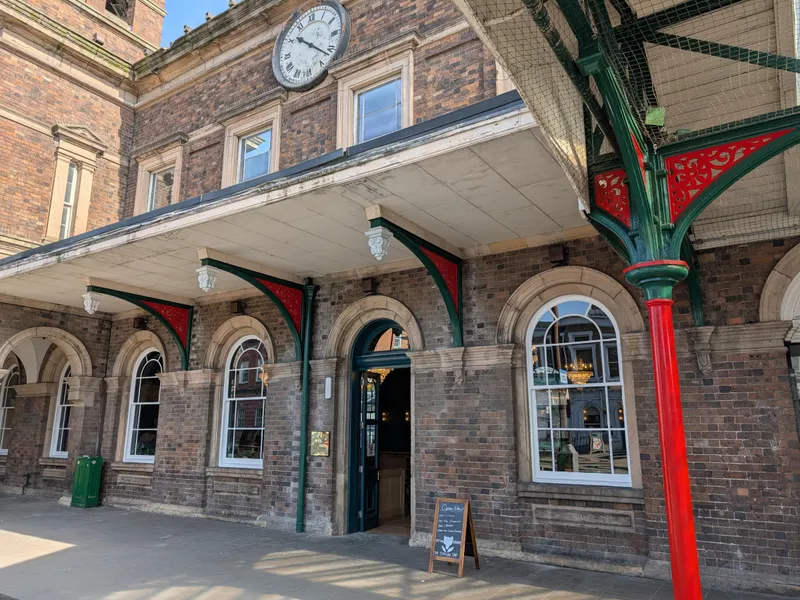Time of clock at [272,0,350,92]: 10:21
